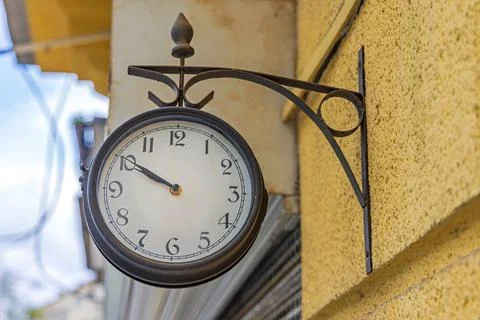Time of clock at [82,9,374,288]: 9:50
